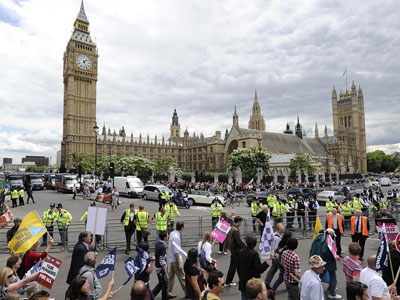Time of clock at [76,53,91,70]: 1:26
